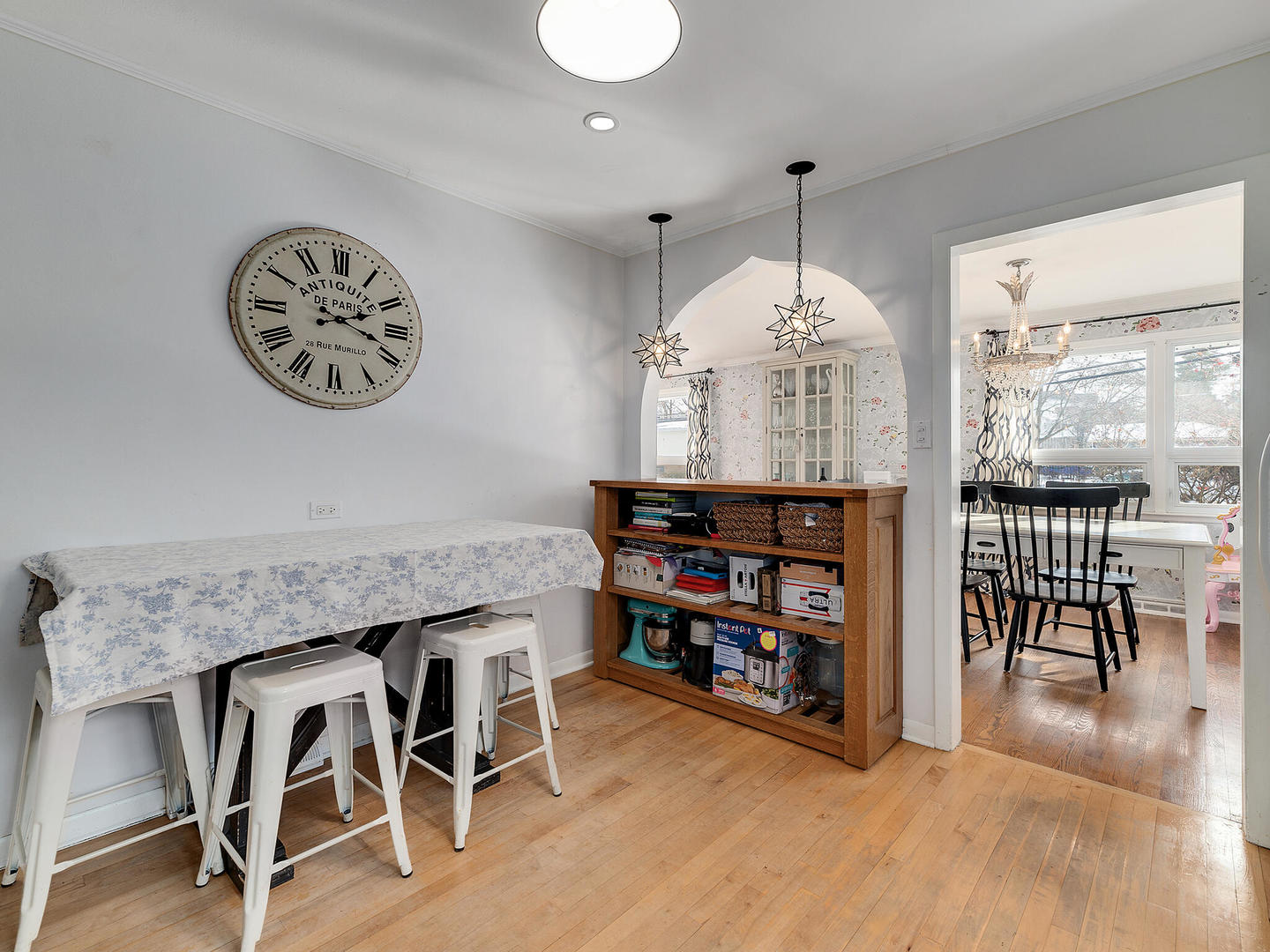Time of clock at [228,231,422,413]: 2:18
